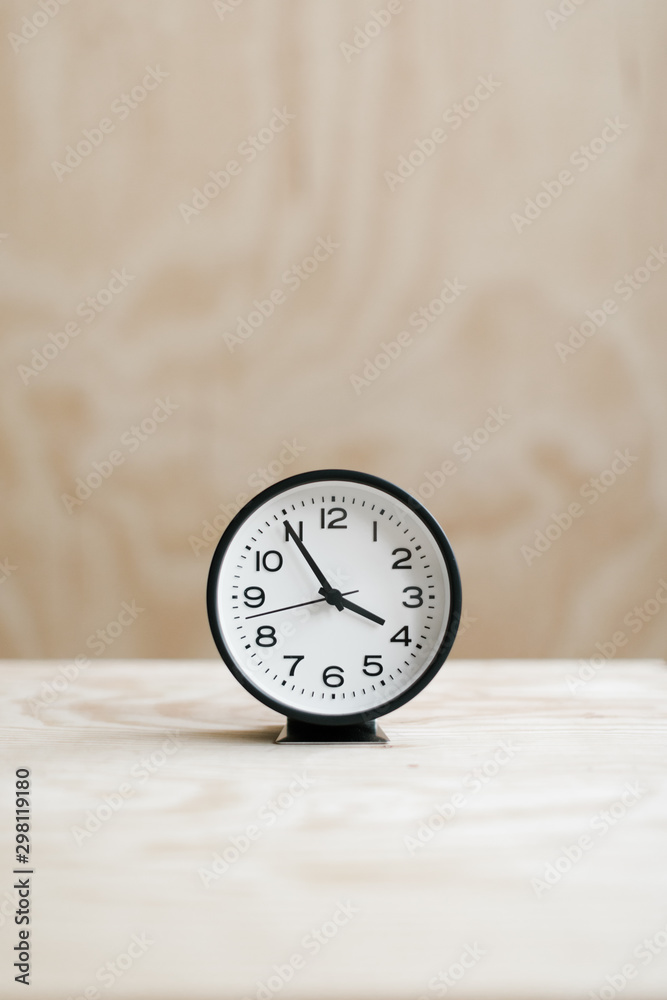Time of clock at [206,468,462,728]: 3:54
